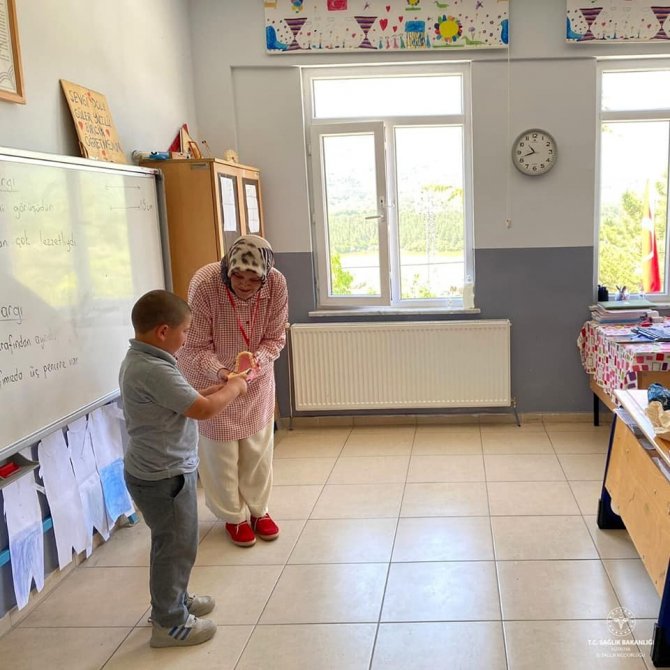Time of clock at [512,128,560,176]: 10:42
